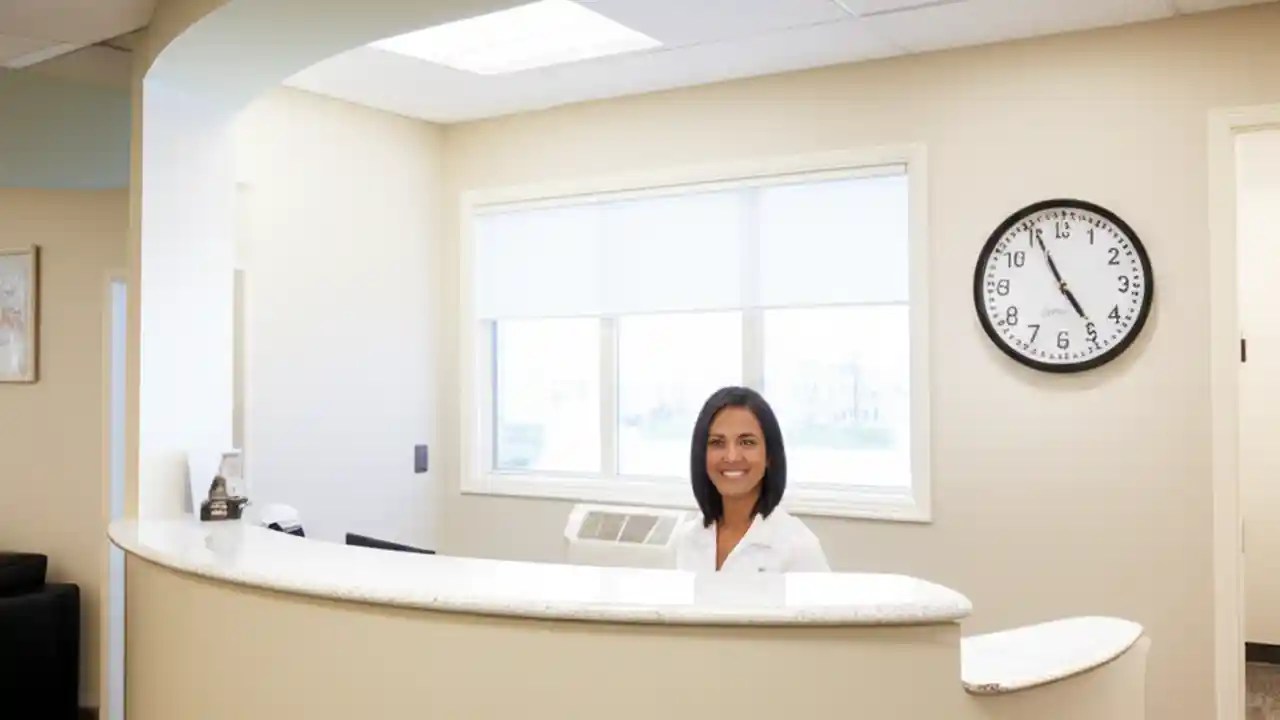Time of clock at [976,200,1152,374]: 4:55
